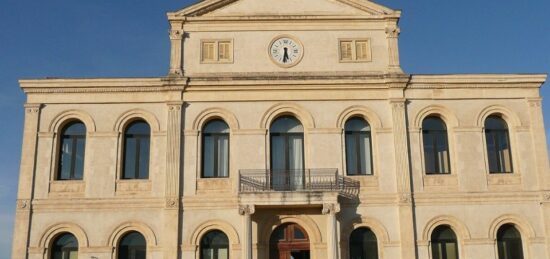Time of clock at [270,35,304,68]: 5:31
